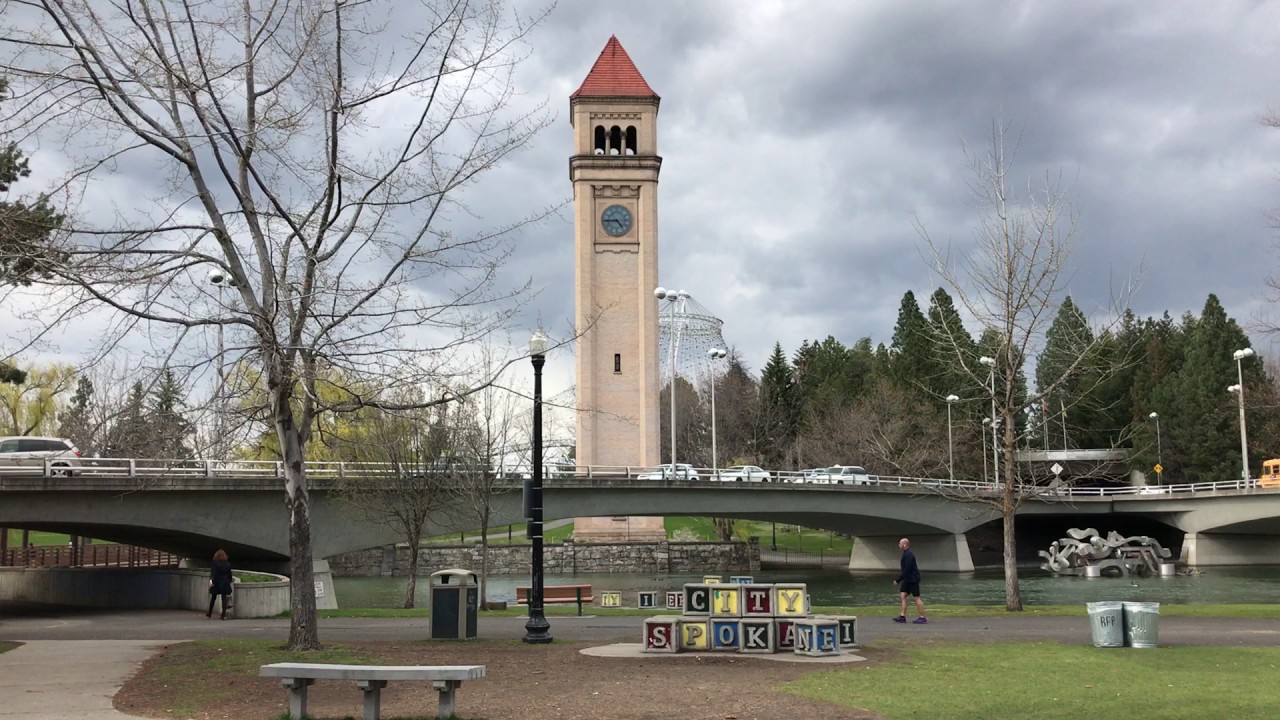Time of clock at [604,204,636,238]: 4:44
